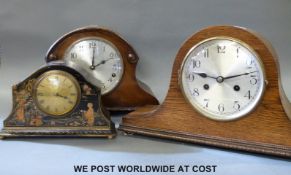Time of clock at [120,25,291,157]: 9:12
